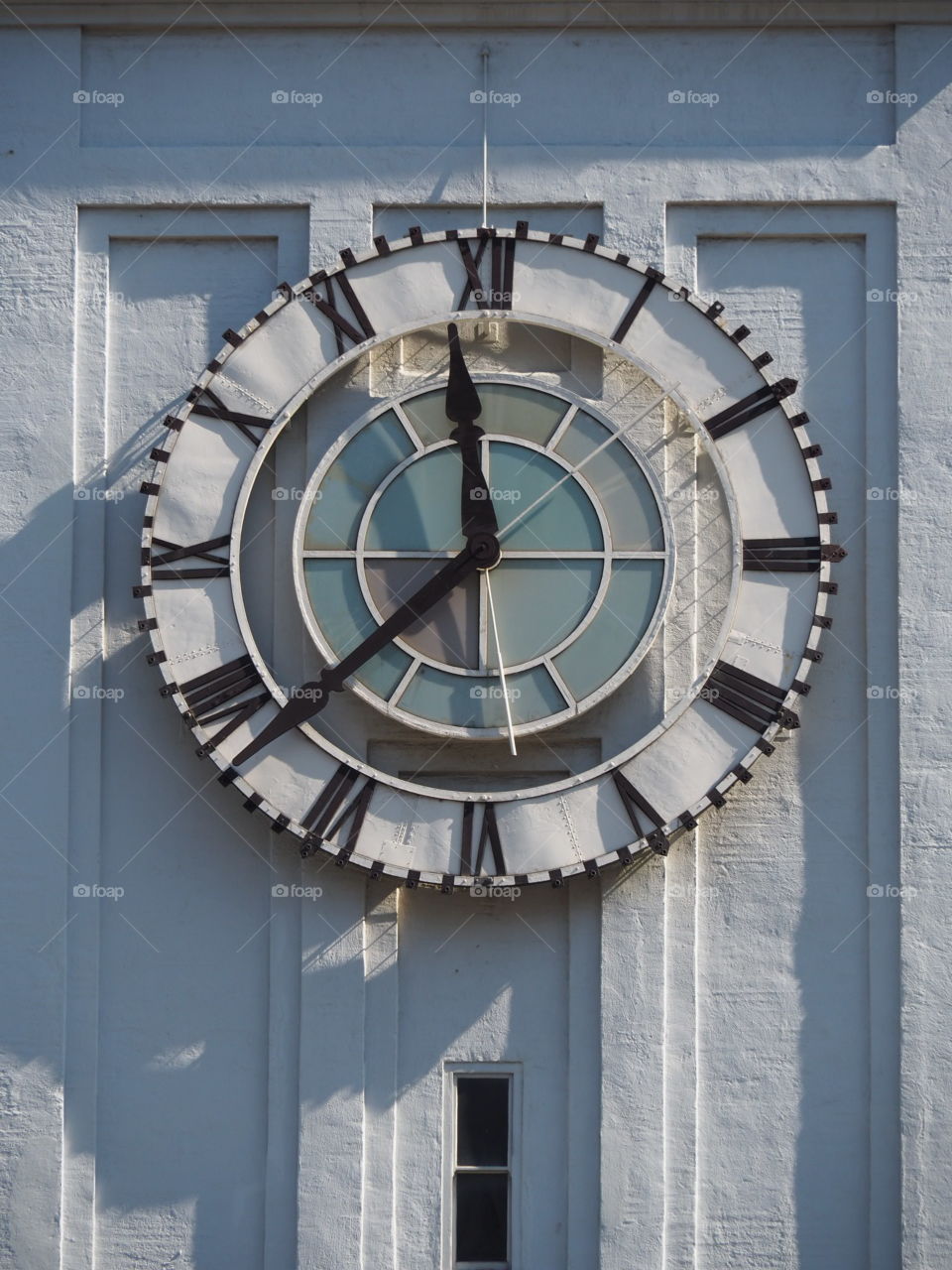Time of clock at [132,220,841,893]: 11:38
